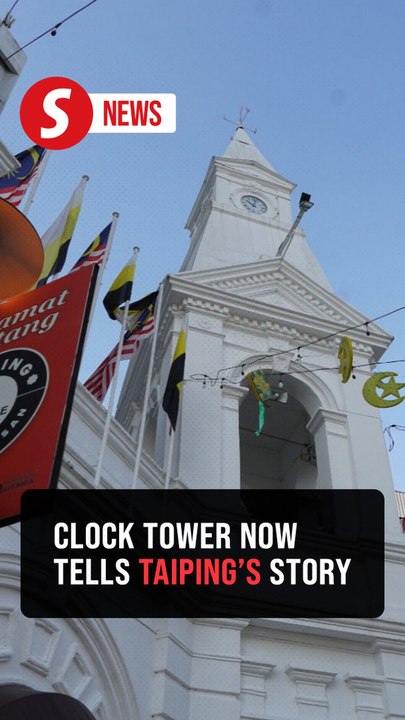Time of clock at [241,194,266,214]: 10:02
